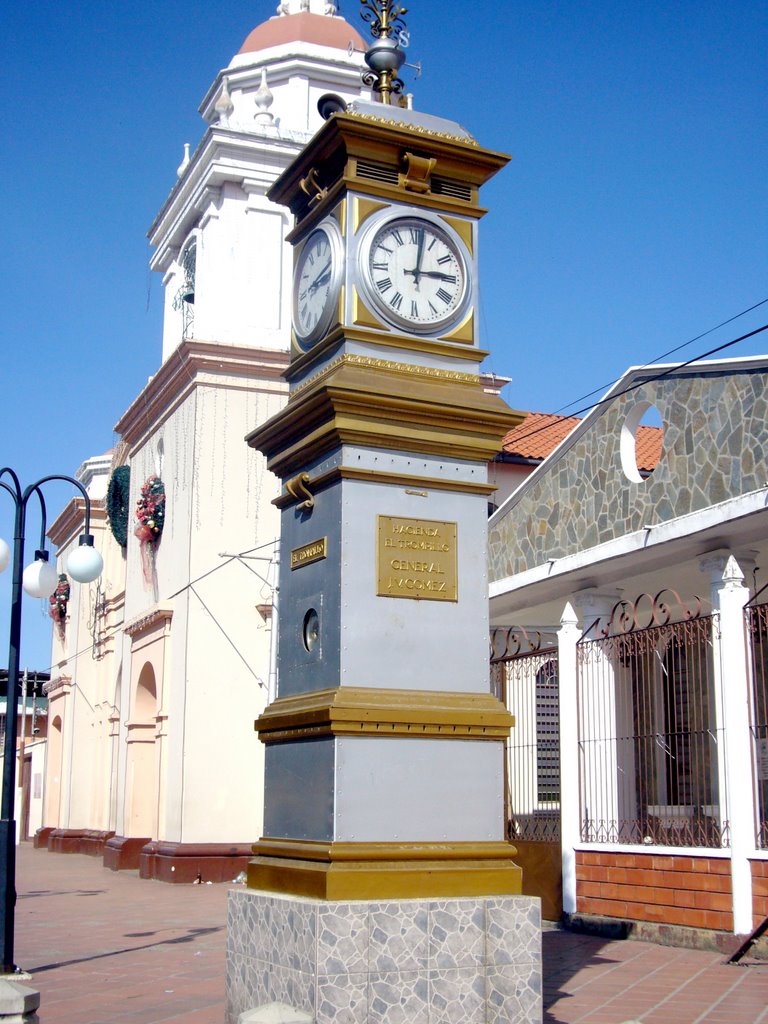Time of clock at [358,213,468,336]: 3:01
